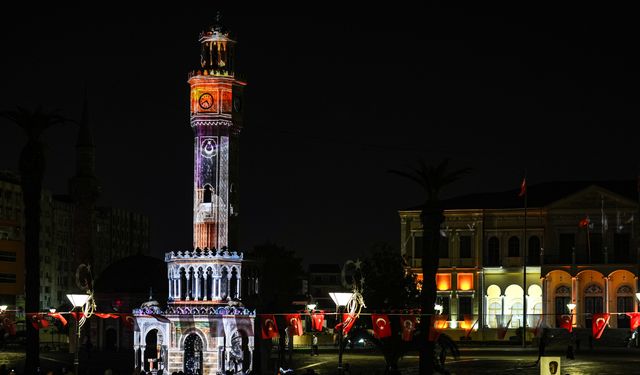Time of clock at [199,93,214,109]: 8:23
